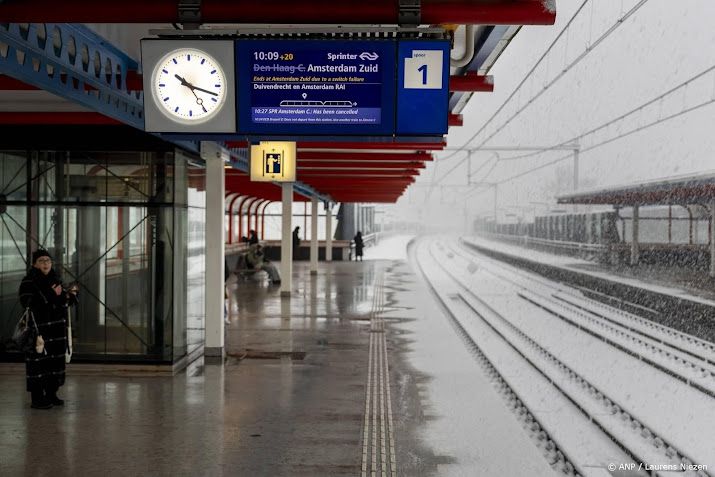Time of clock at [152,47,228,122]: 10:18
